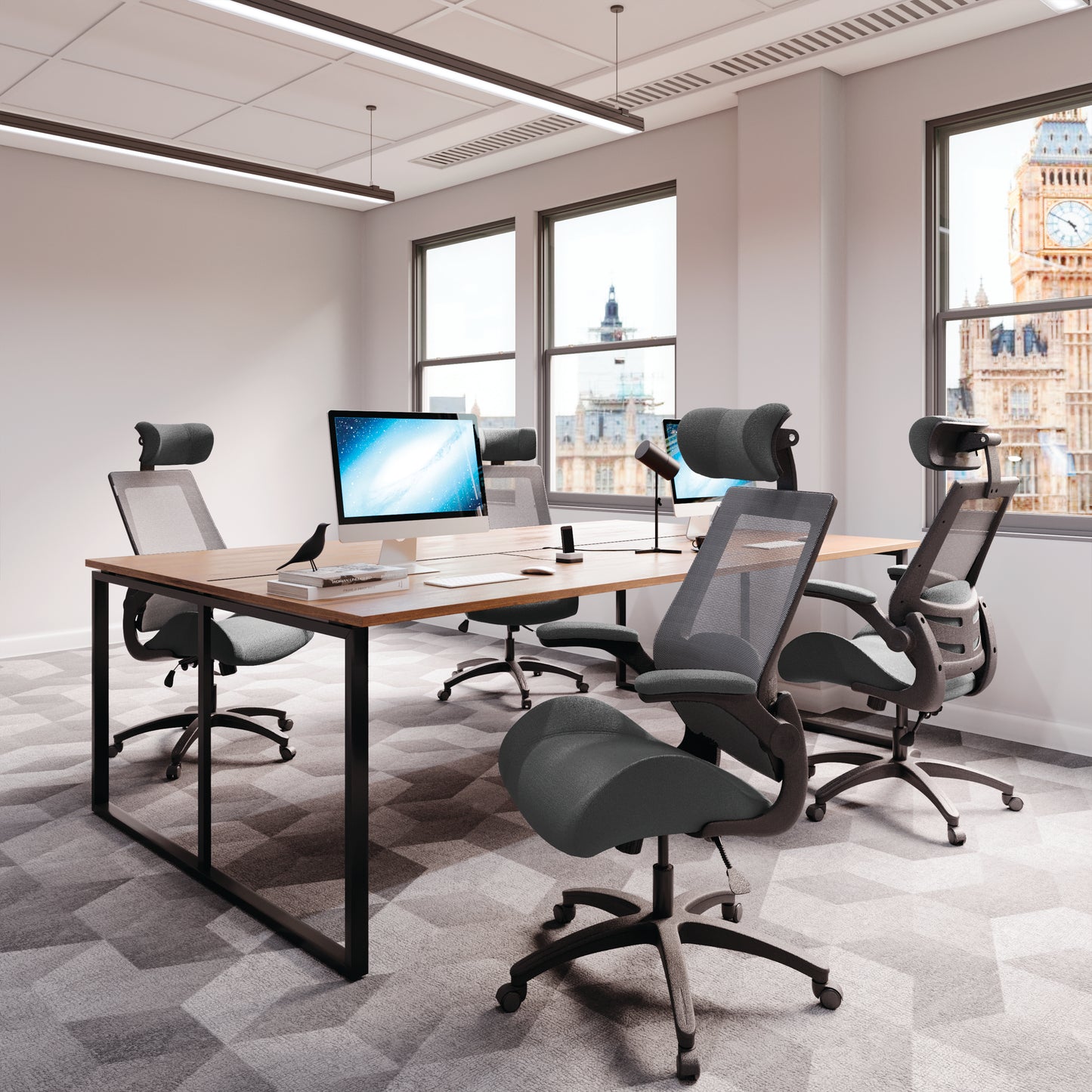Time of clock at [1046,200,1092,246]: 4:49
